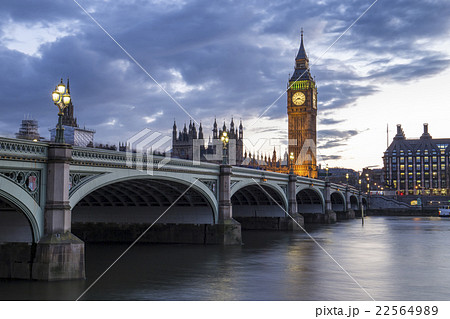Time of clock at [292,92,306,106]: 8:18
